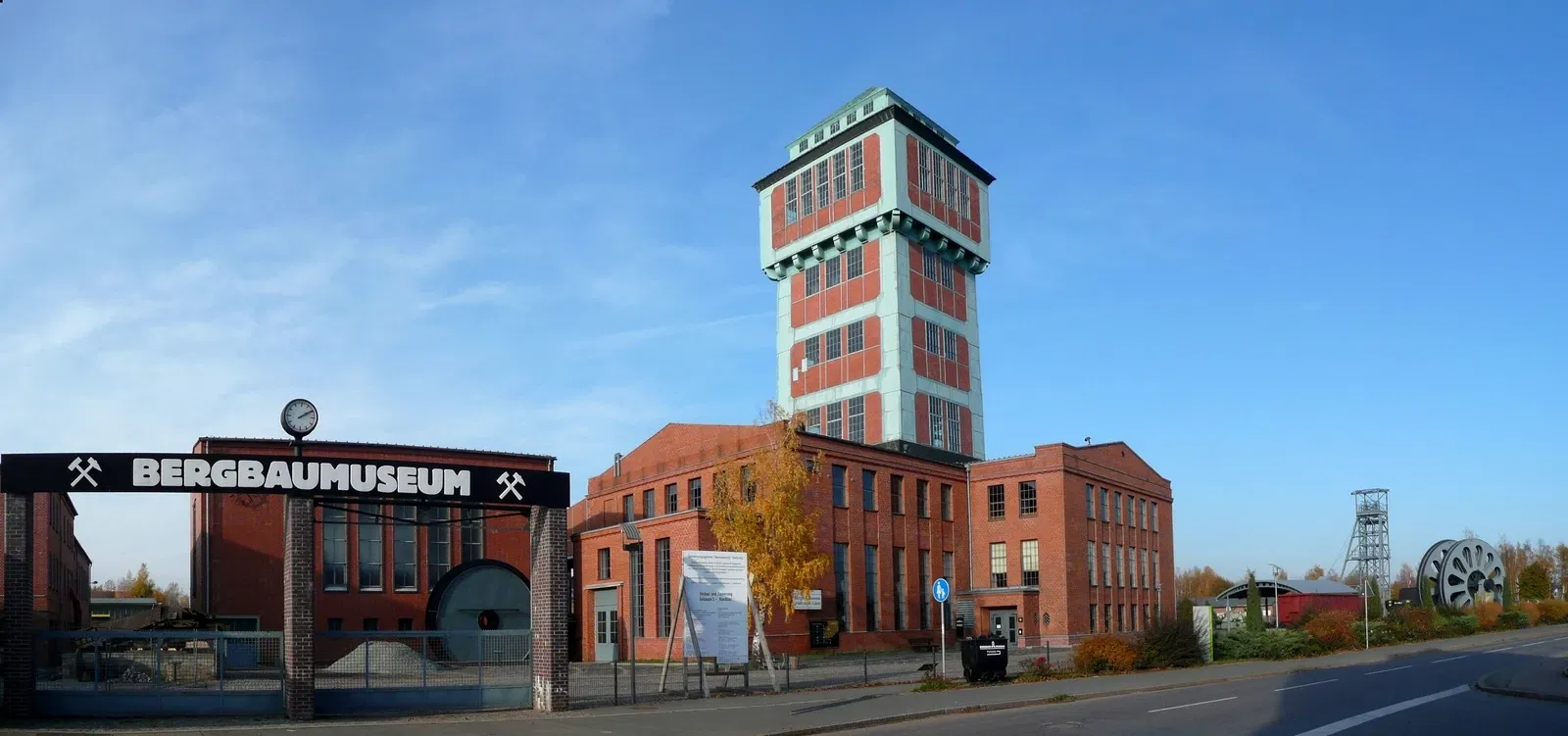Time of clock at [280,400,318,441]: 2:09
